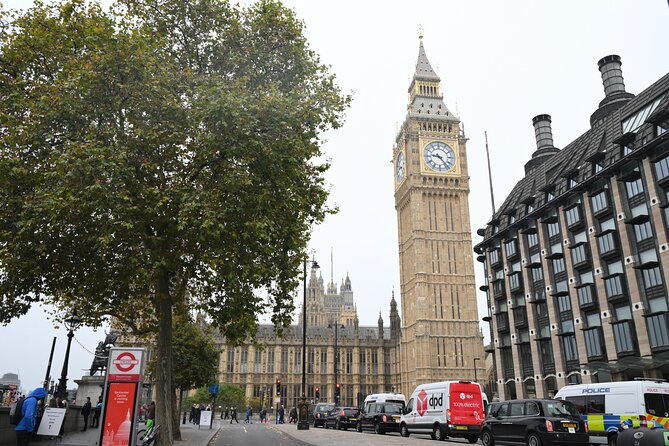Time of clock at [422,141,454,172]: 9:23
